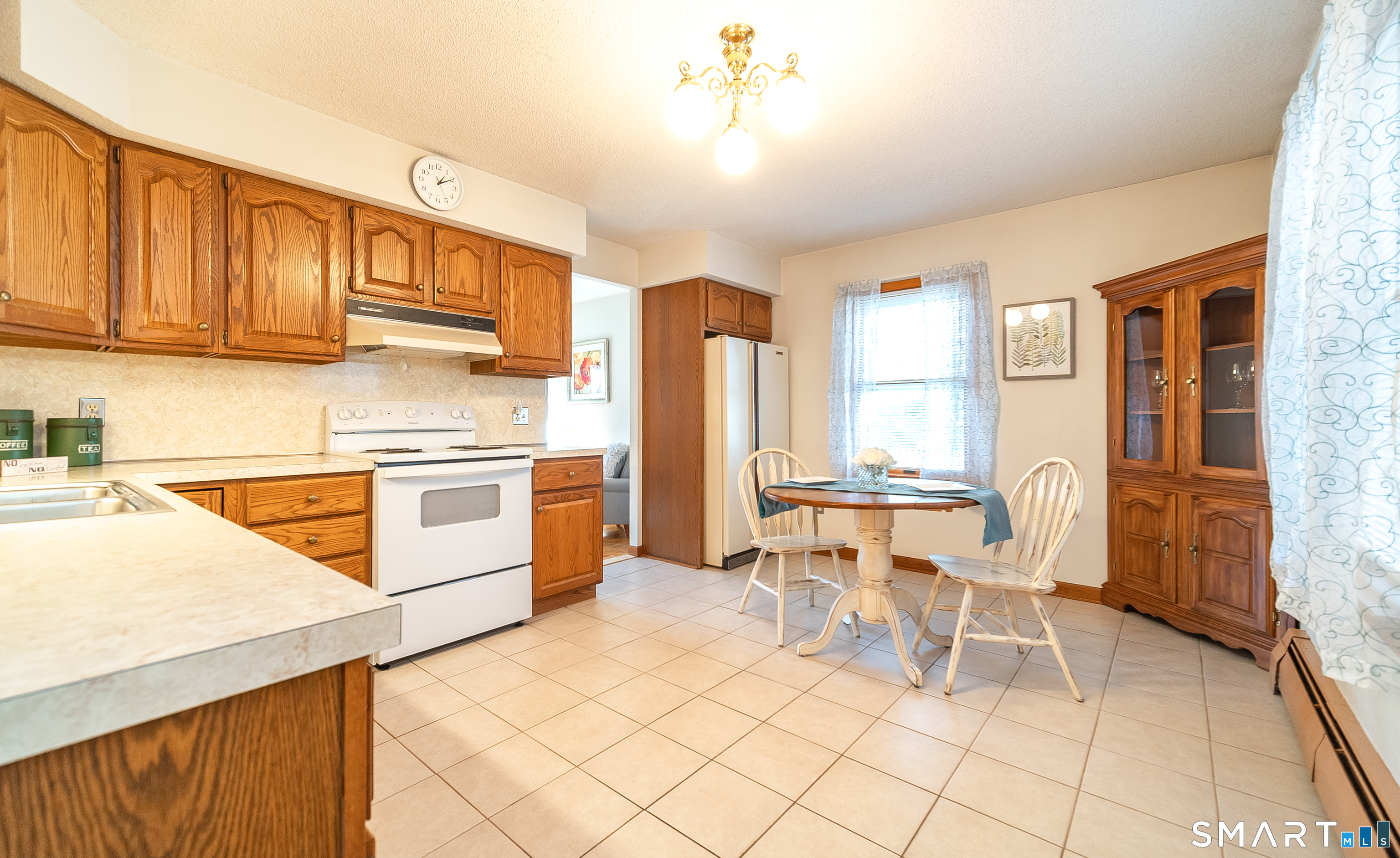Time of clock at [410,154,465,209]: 1:09
